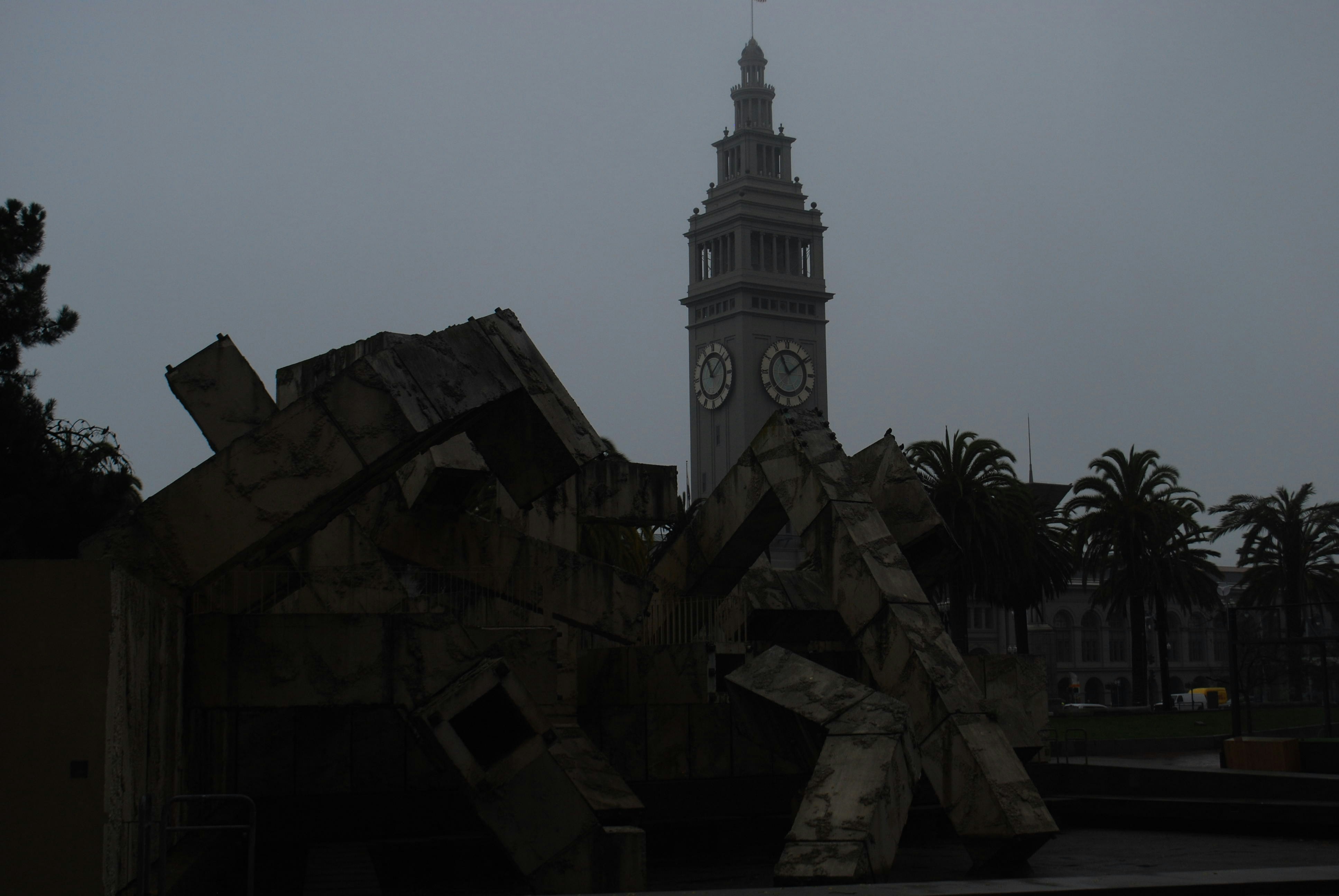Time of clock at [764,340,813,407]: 11:09
